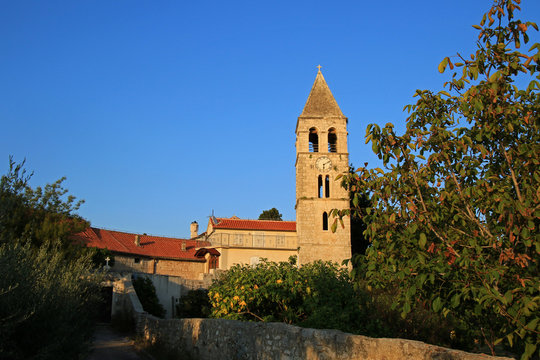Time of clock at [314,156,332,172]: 6:10
